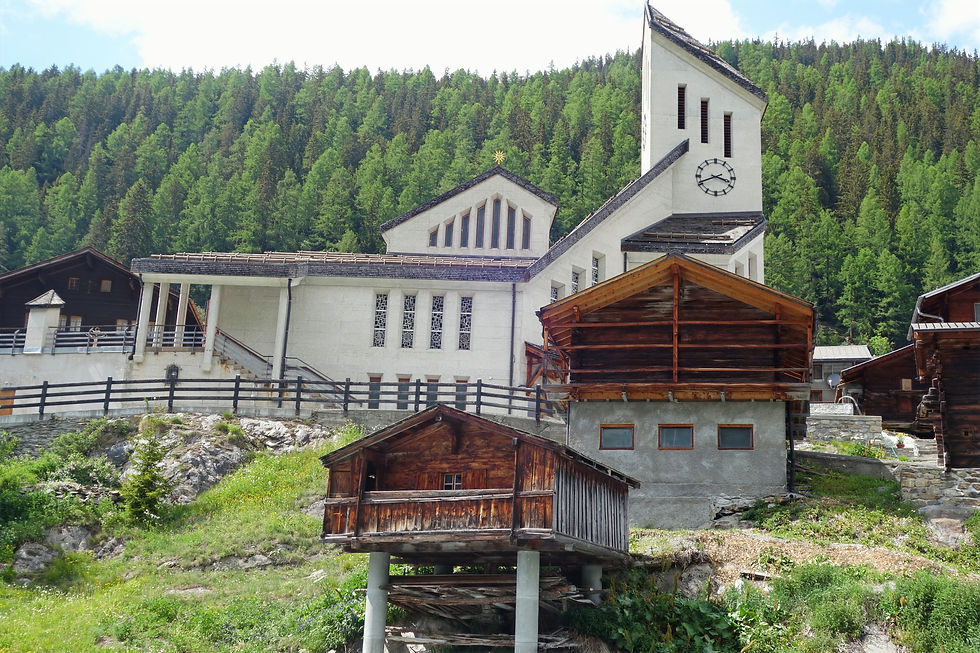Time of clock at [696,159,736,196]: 3:41
